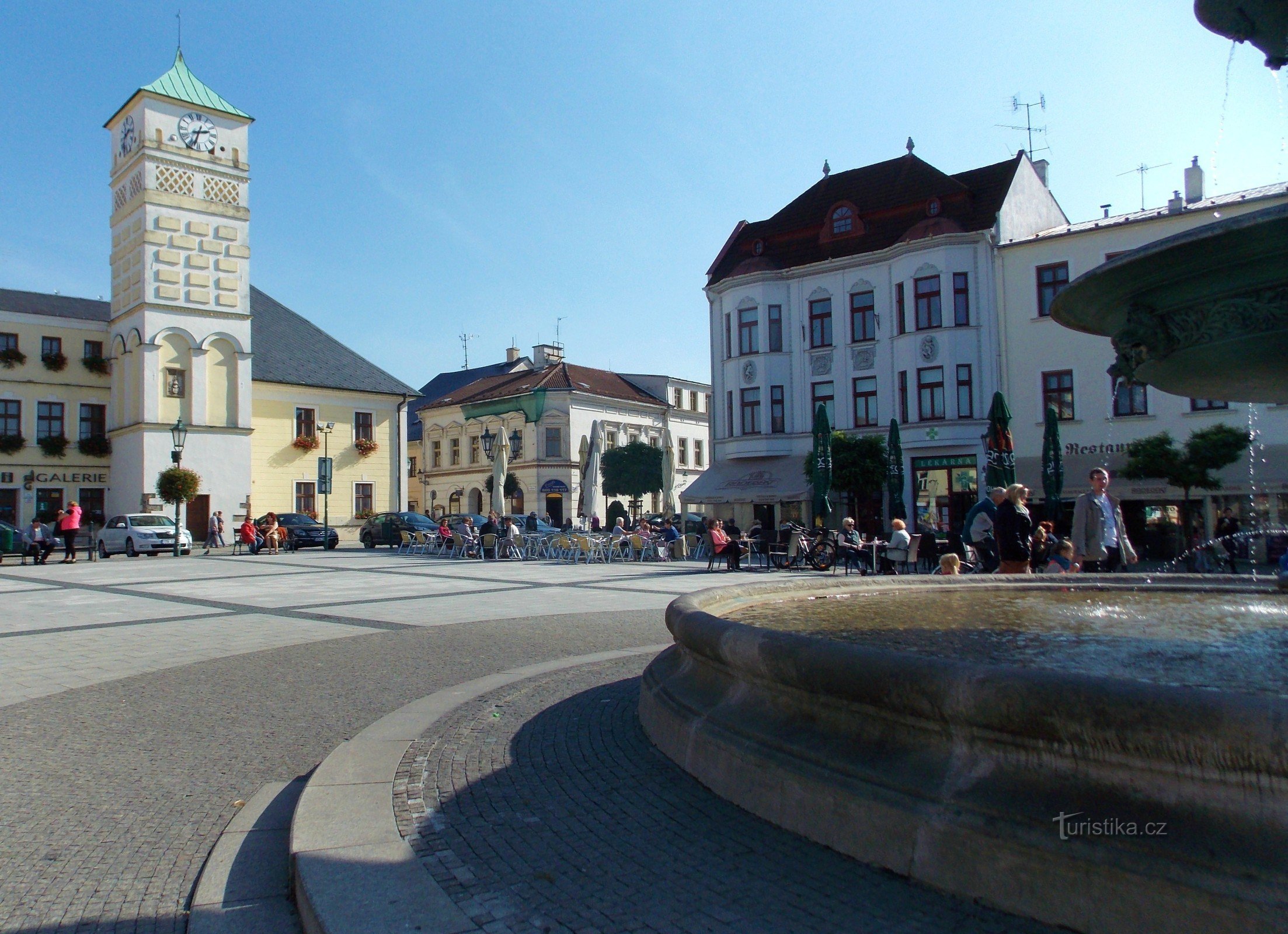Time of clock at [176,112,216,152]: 2:33
